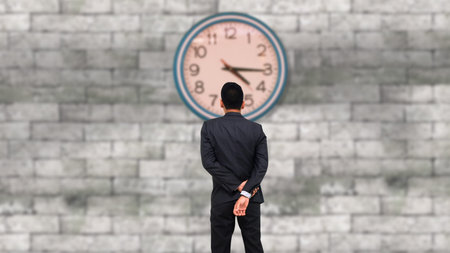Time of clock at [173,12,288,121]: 4:15
